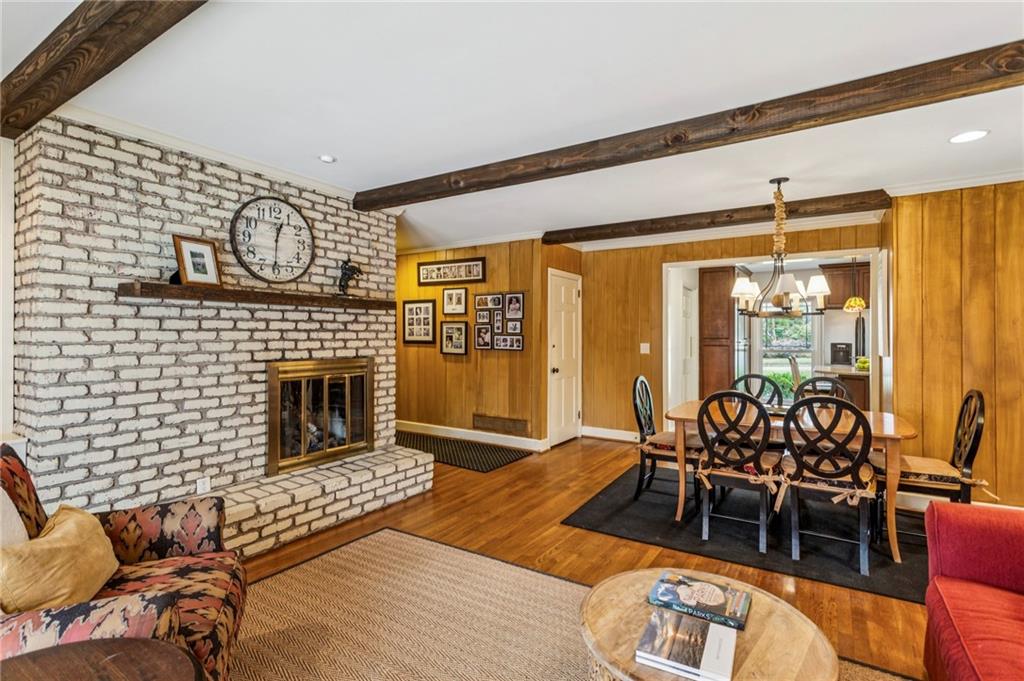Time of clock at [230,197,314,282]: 12:30
